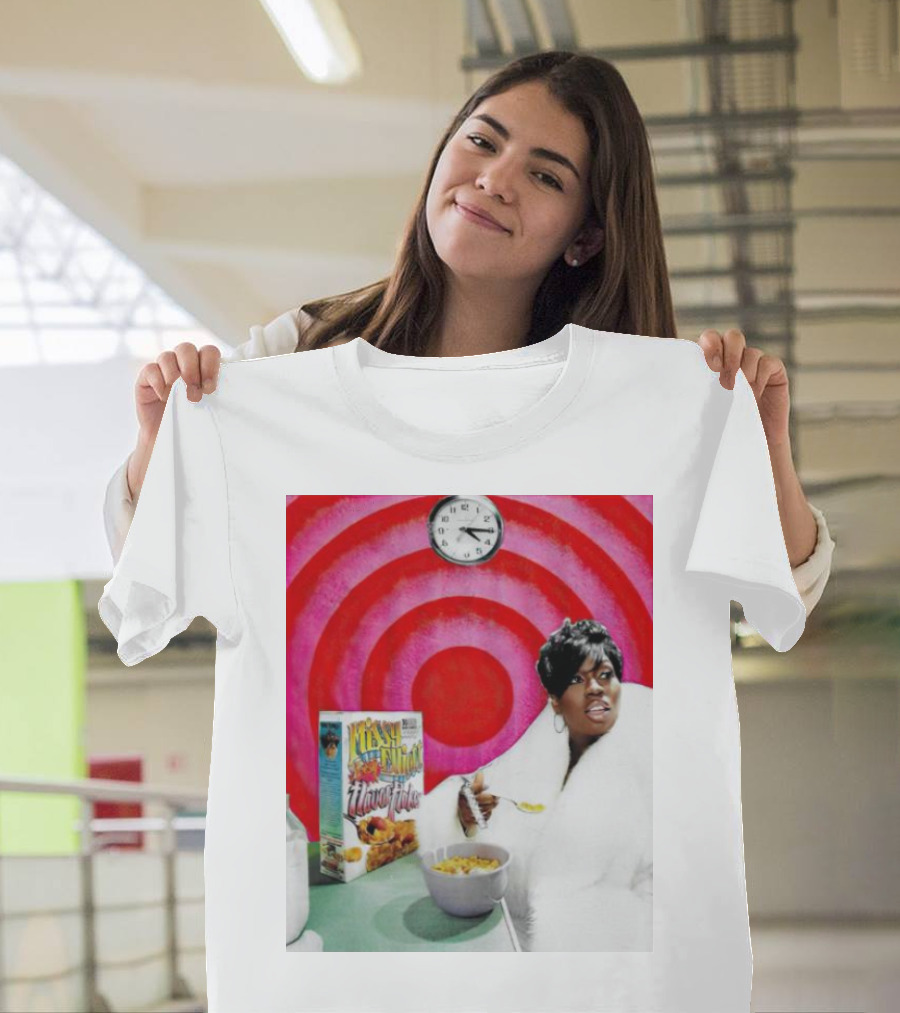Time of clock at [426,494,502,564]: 4:15
